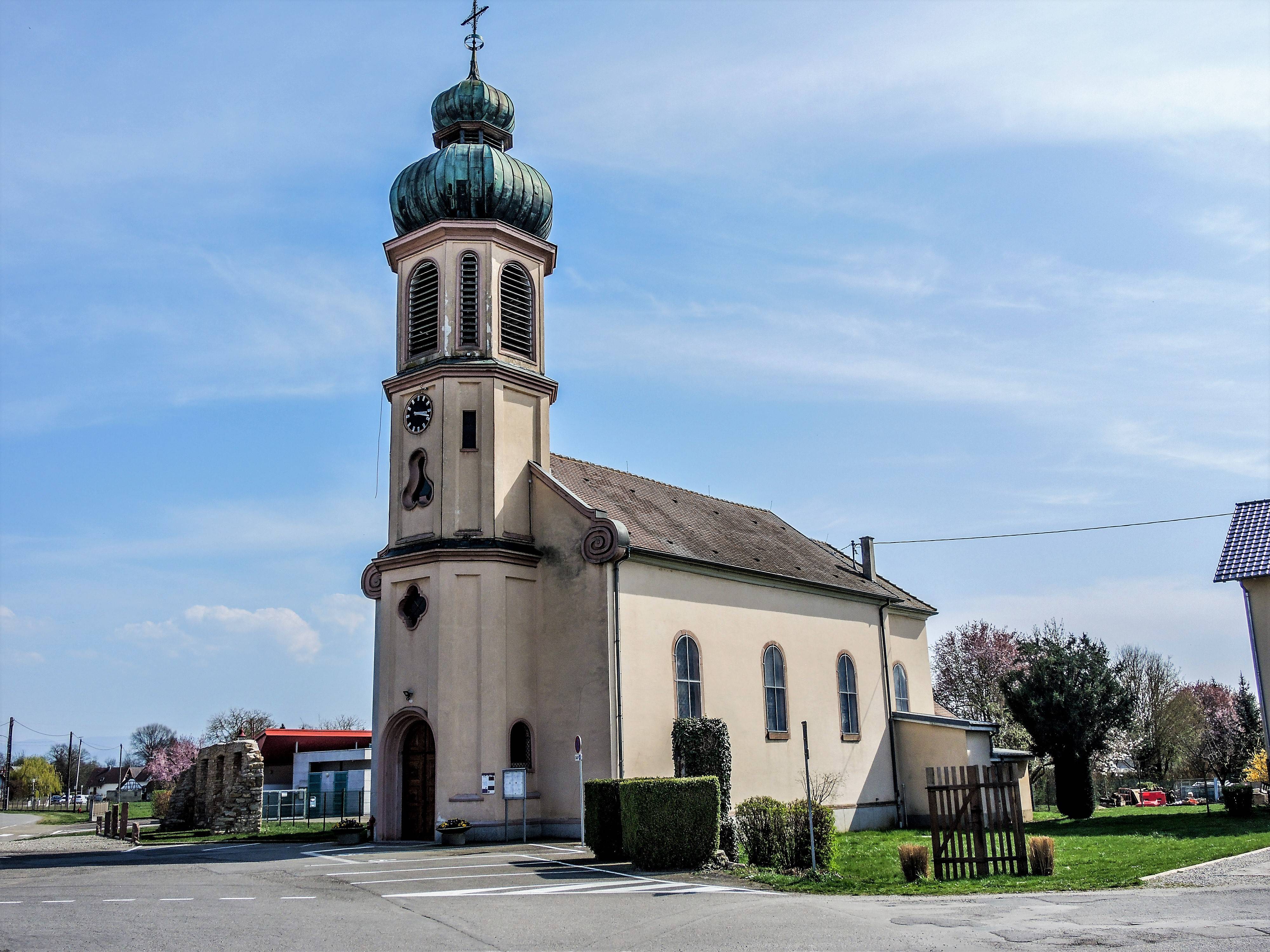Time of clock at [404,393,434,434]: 3:18
